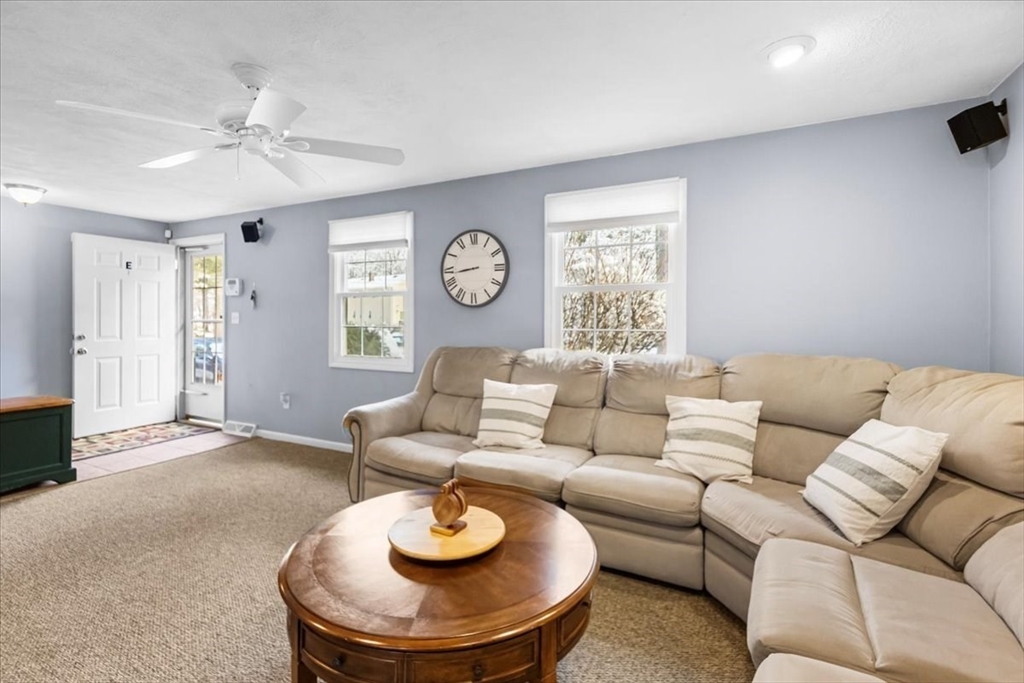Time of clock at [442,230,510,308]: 8:43
